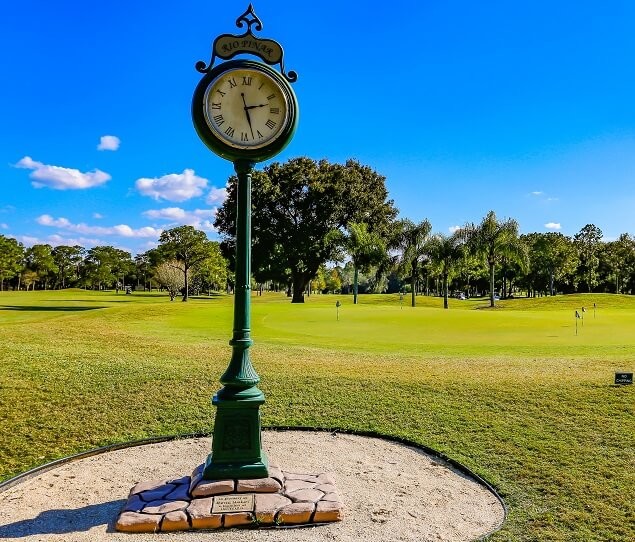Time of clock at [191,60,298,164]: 2:27
